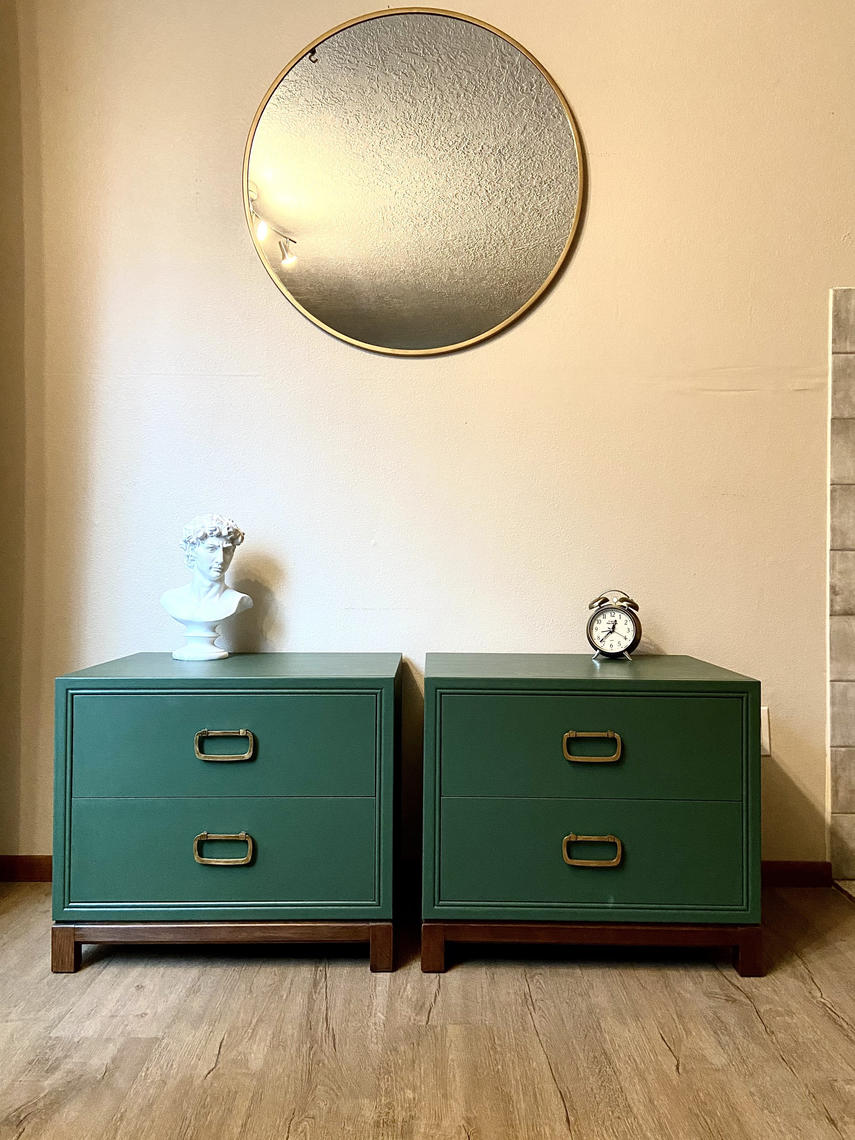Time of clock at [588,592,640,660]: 12:37
